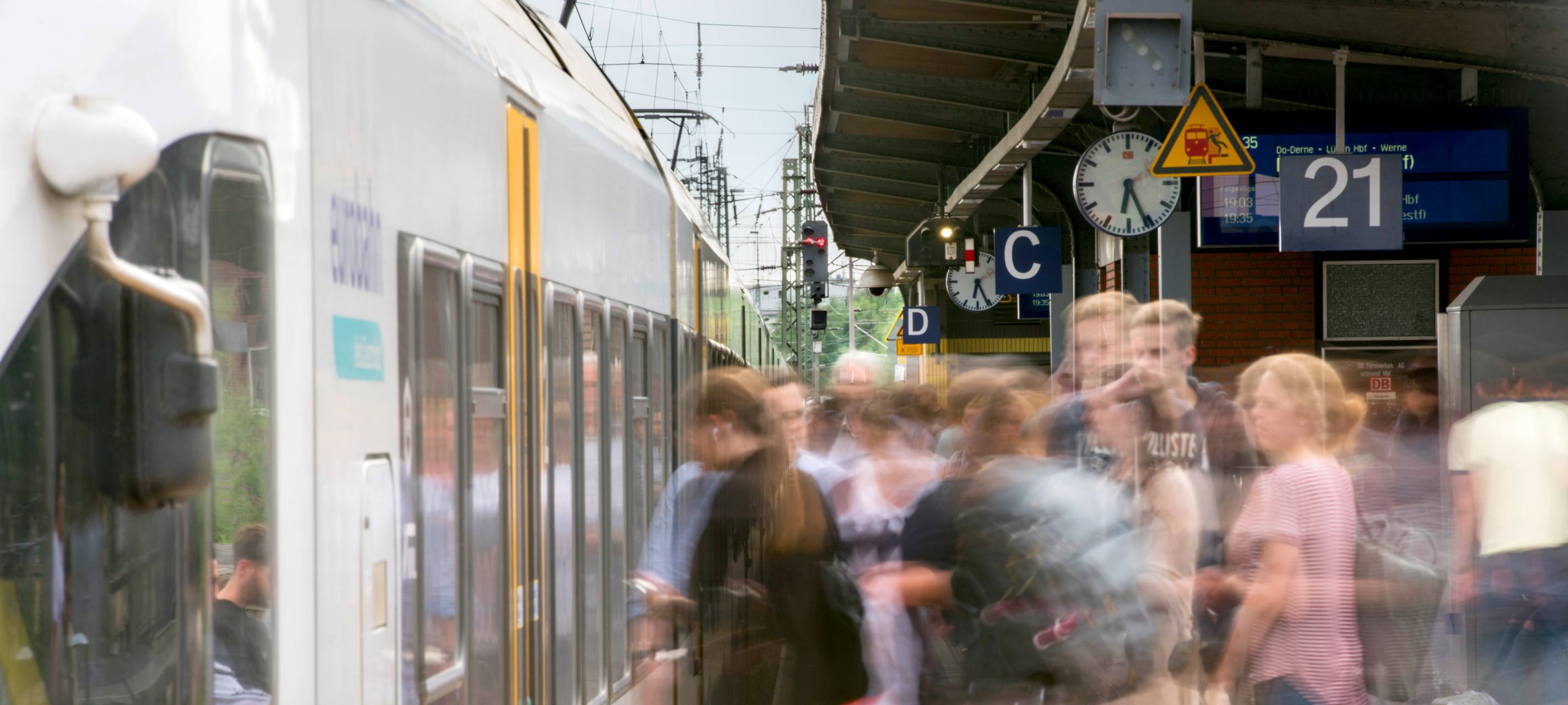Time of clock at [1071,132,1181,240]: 6:25
